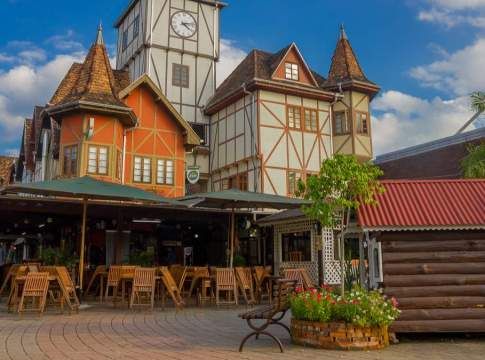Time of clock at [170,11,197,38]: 4:12
